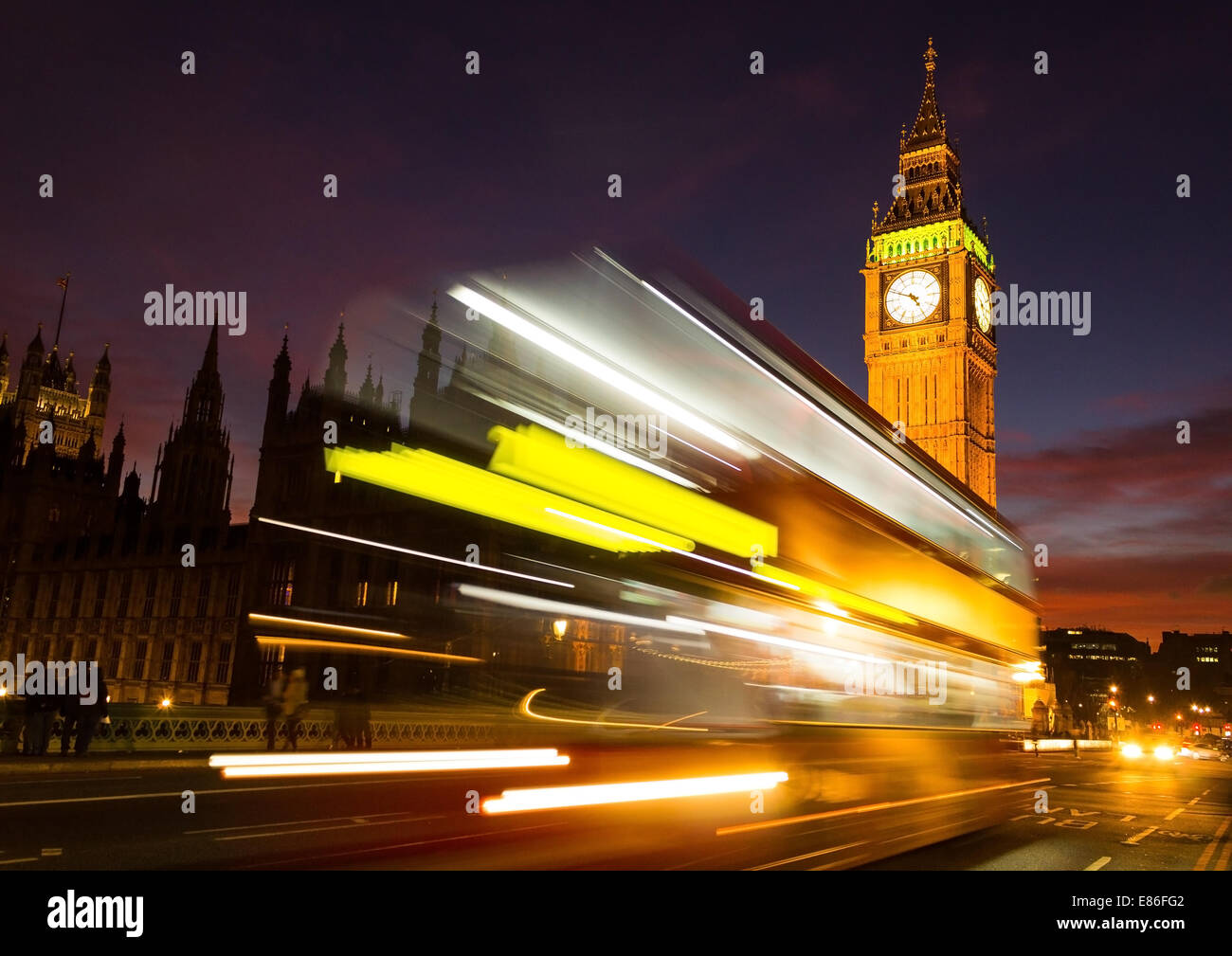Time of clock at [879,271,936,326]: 4:48
